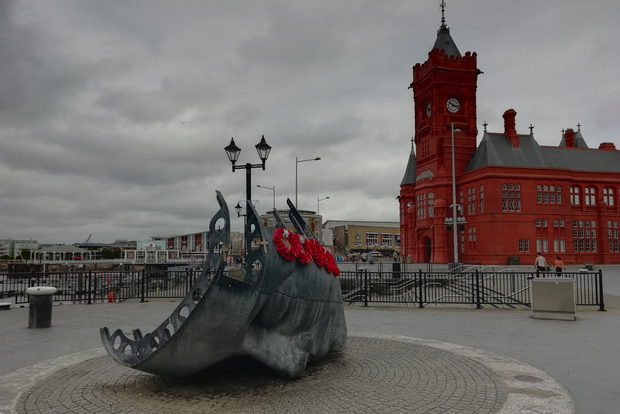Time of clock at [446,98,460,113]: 10:17
